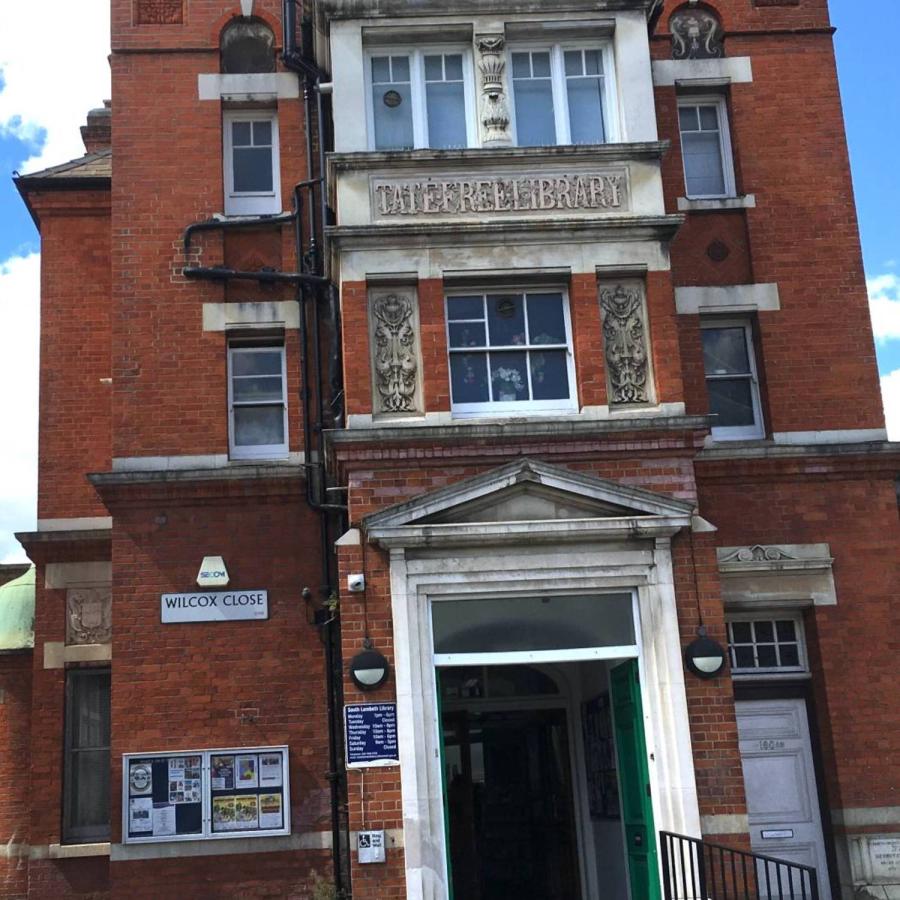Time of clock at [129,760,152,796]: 9:12
